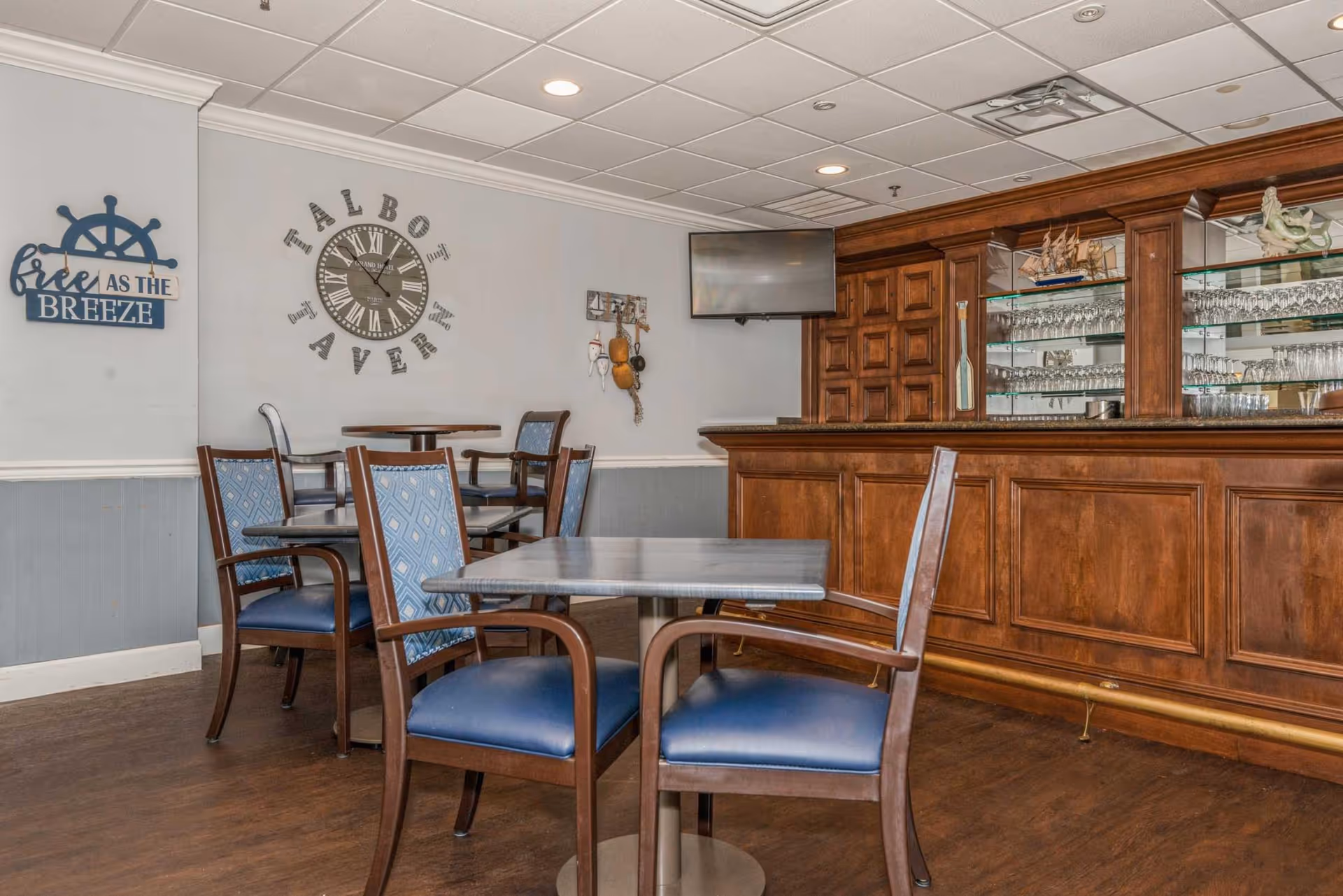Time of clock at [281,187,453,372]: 12:52
